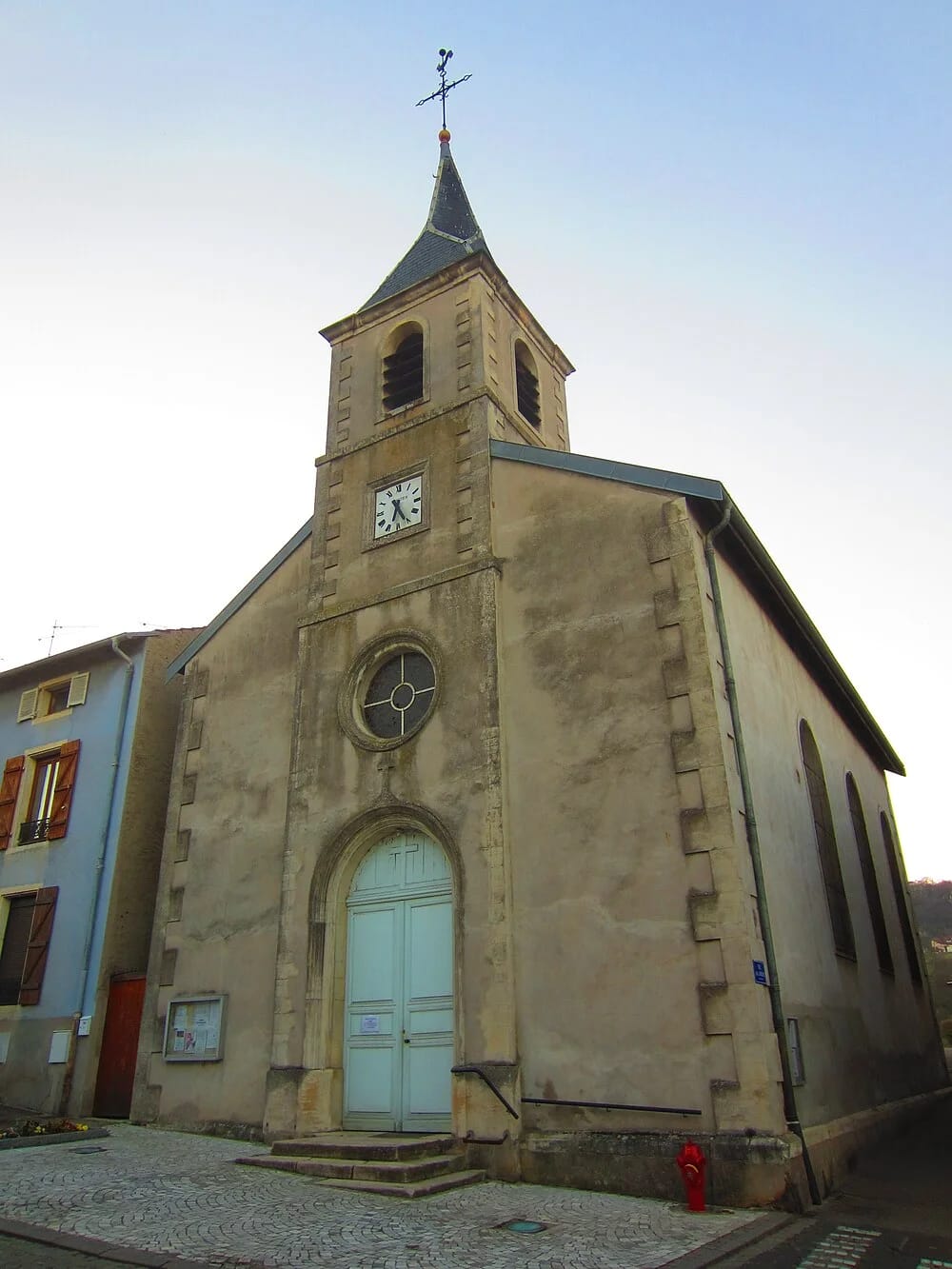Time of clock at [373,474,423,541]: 6:25
